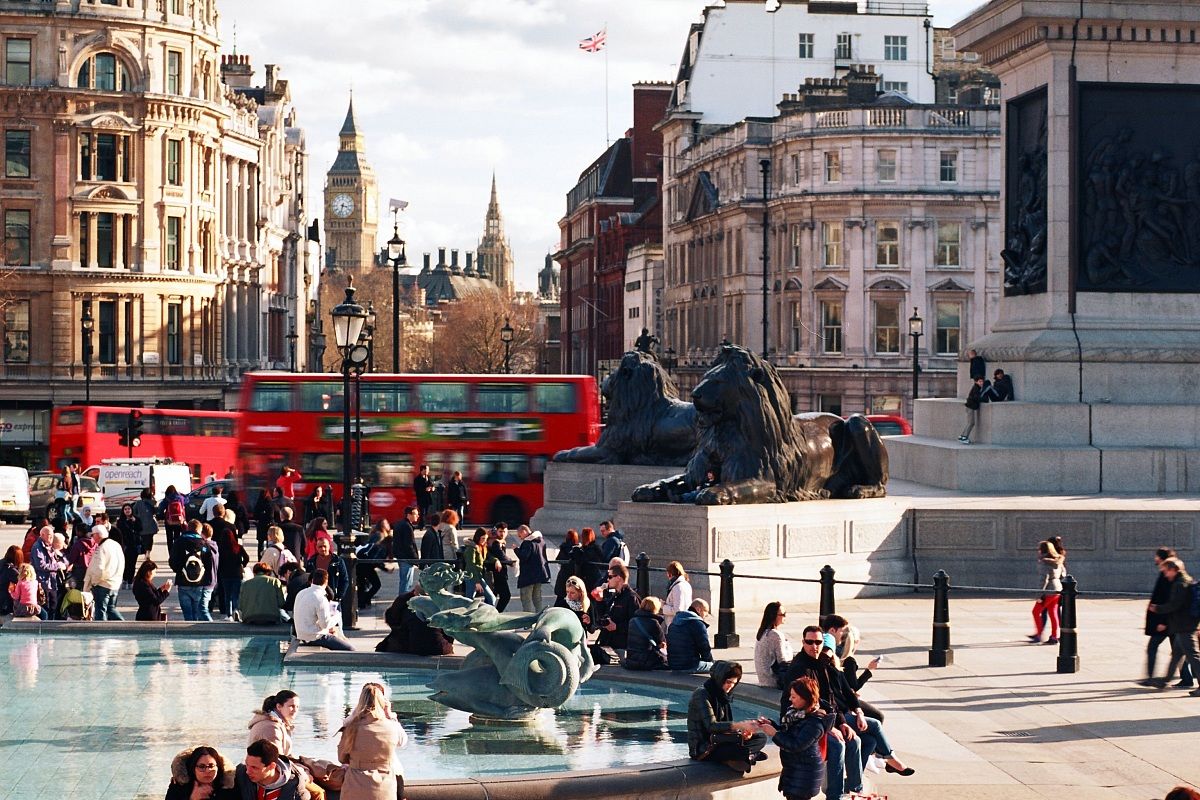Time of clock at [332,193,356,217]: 3:32
